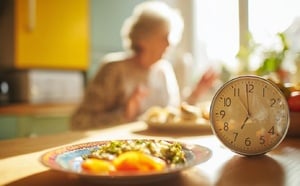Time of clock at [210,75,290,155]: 6:59
